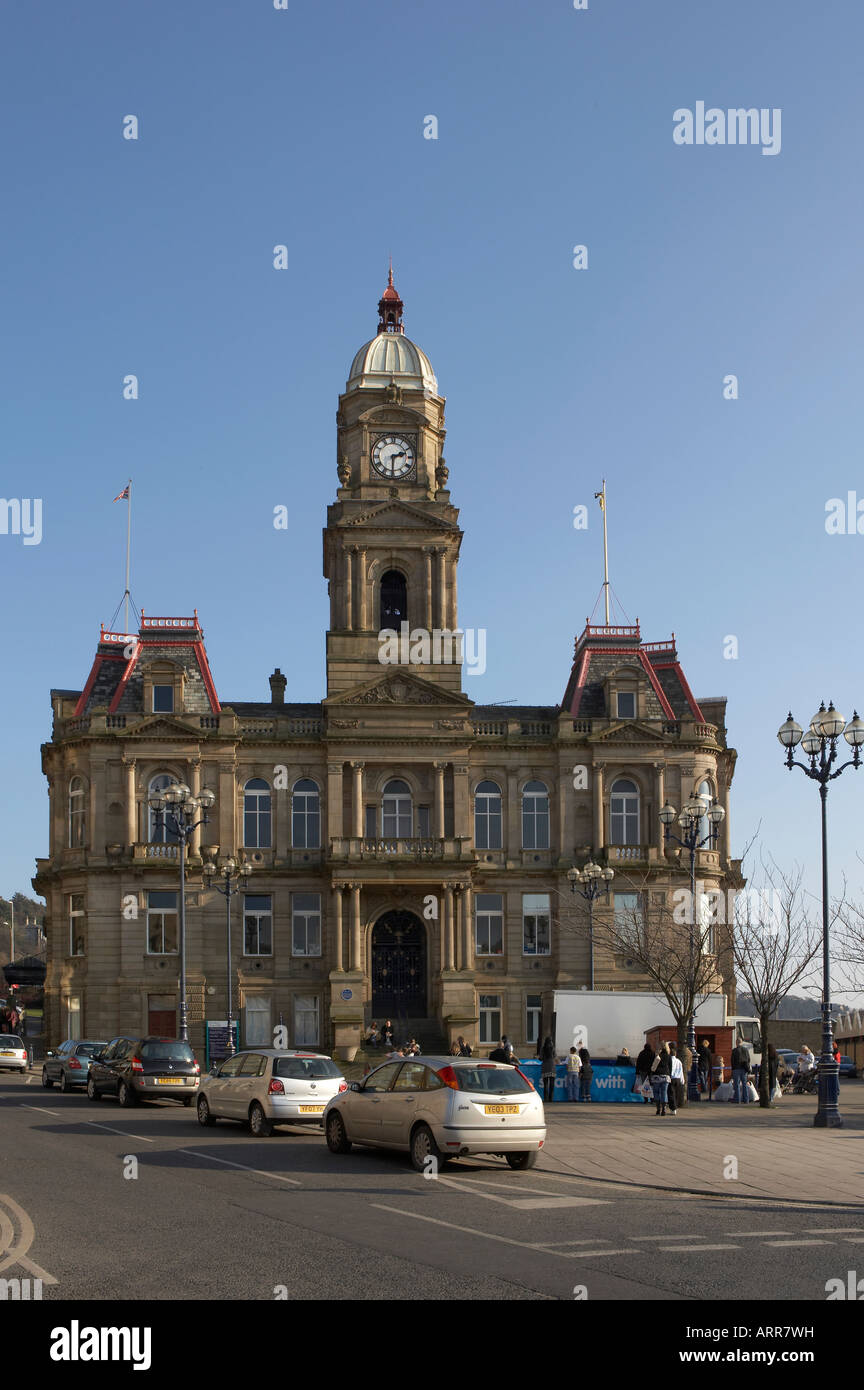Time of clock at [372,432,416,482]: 2:30
